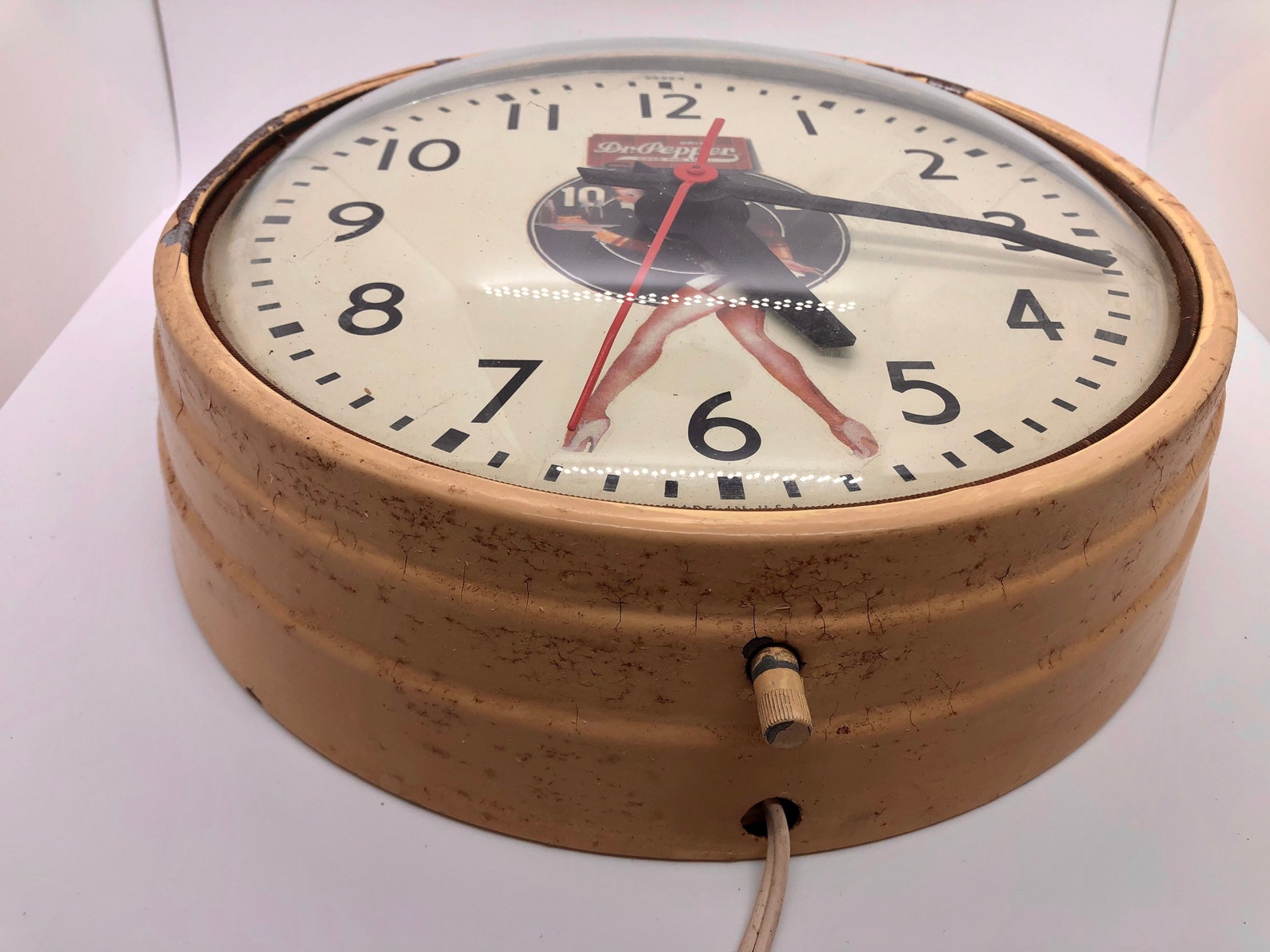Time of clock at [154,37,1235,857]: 5:15
